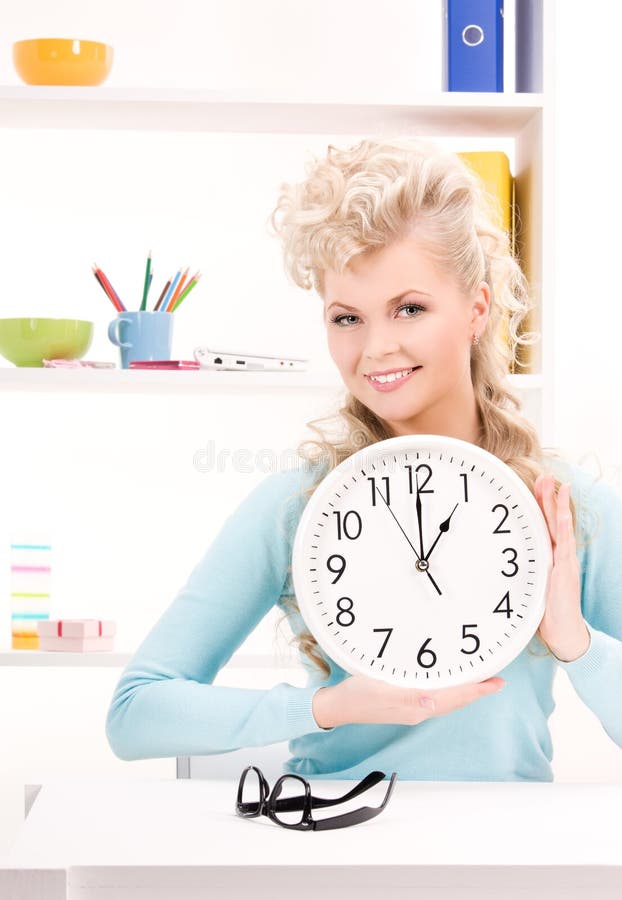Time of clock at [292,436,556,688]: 12:59
